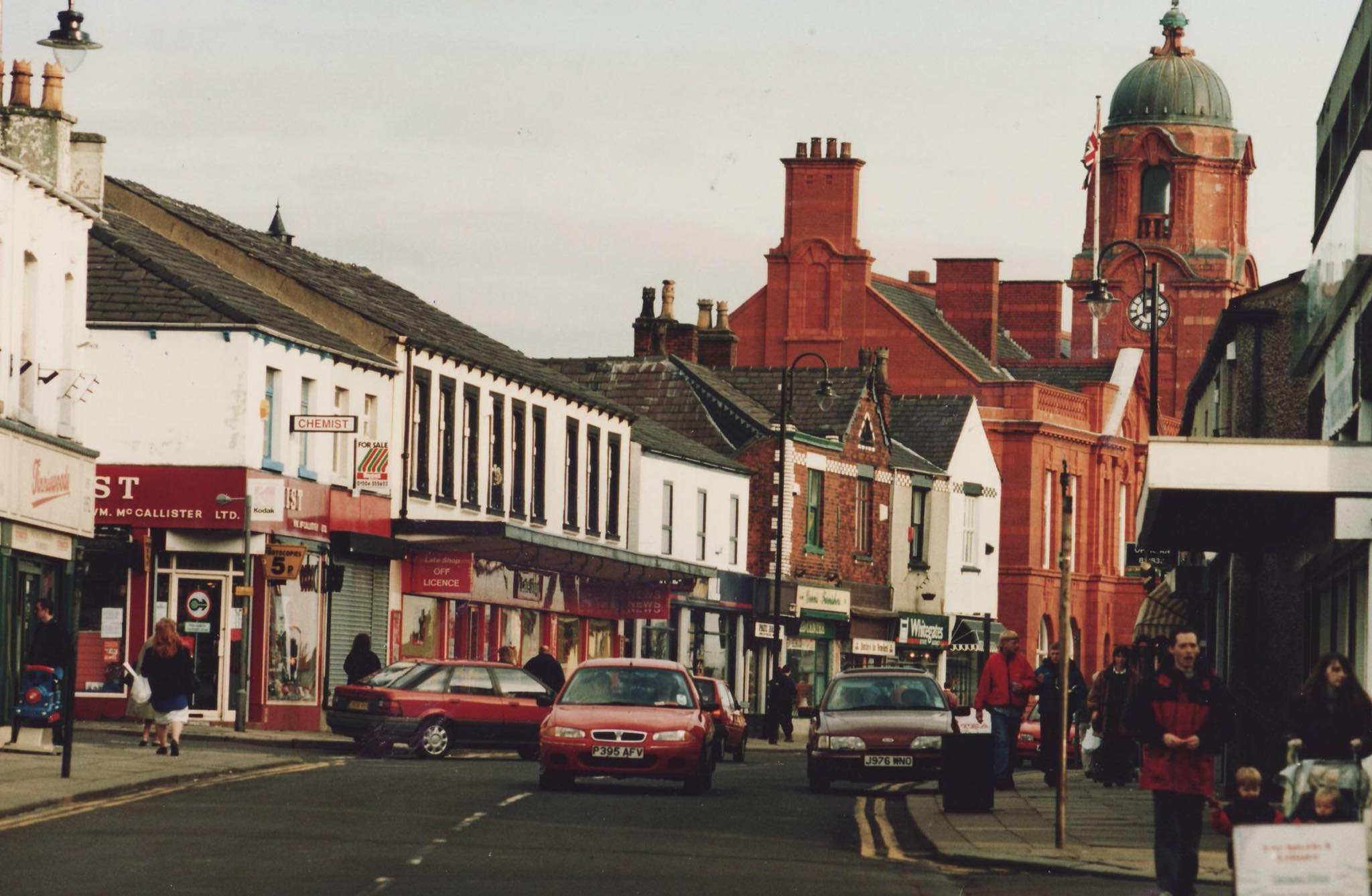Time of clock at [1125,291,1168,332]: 11:40
